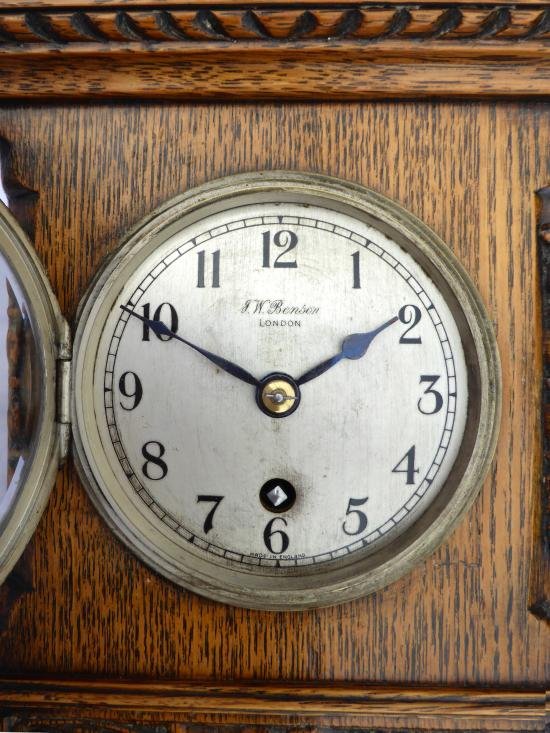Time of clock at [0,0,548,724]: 1:49
